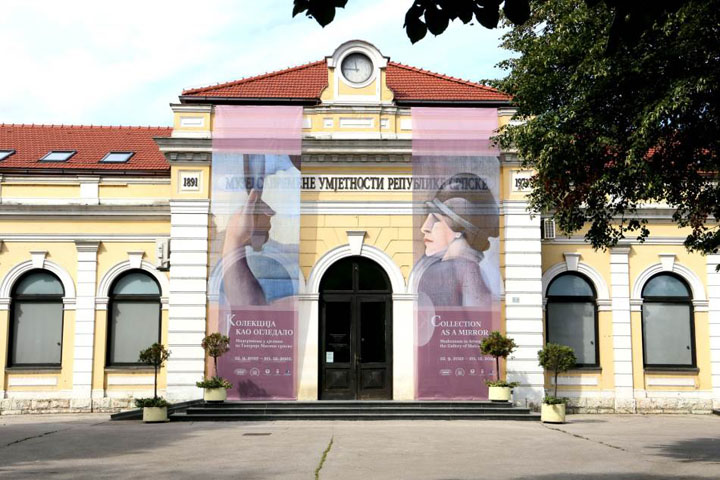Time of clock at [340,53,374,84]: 11:46
